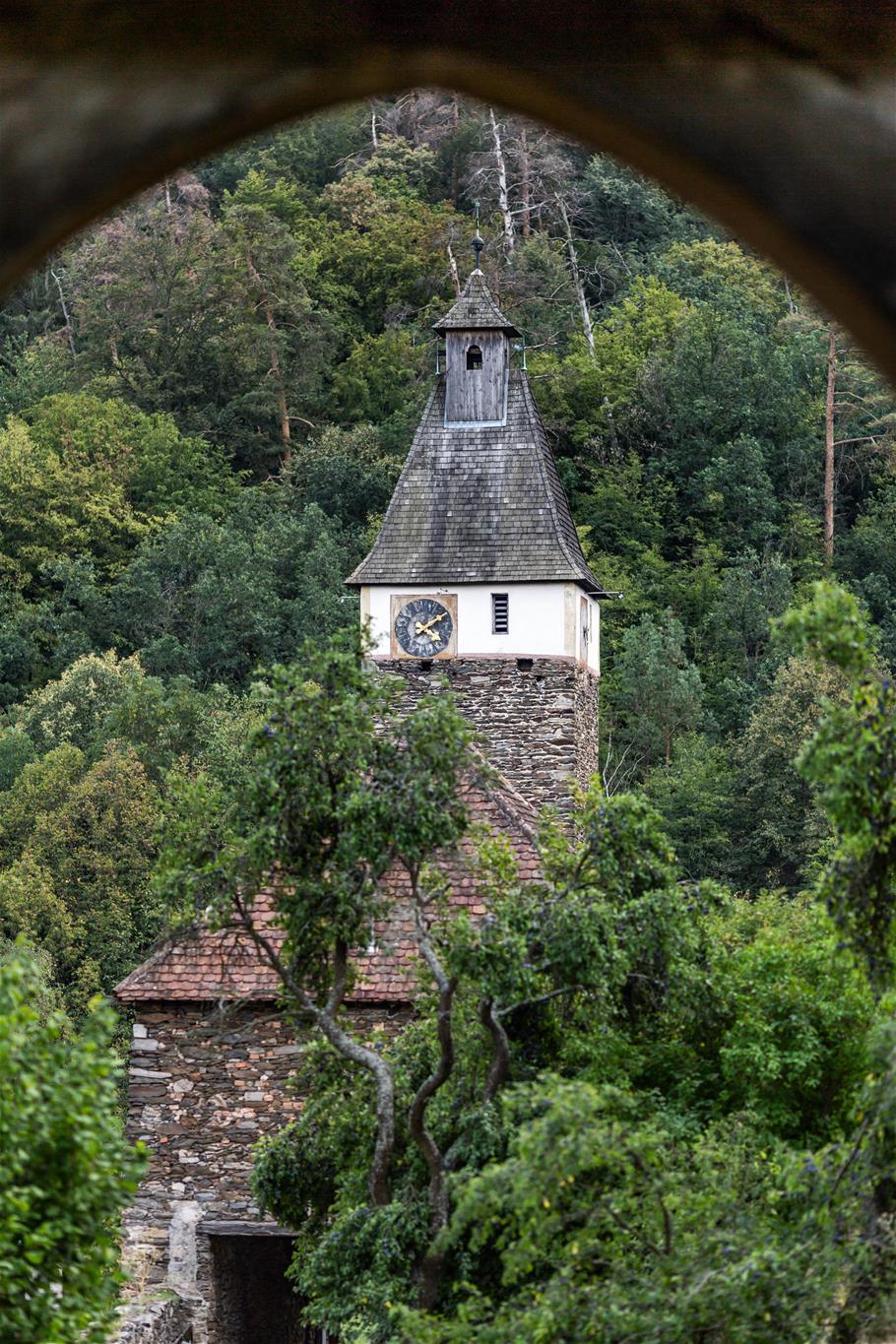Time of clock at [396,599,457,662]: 4:08
